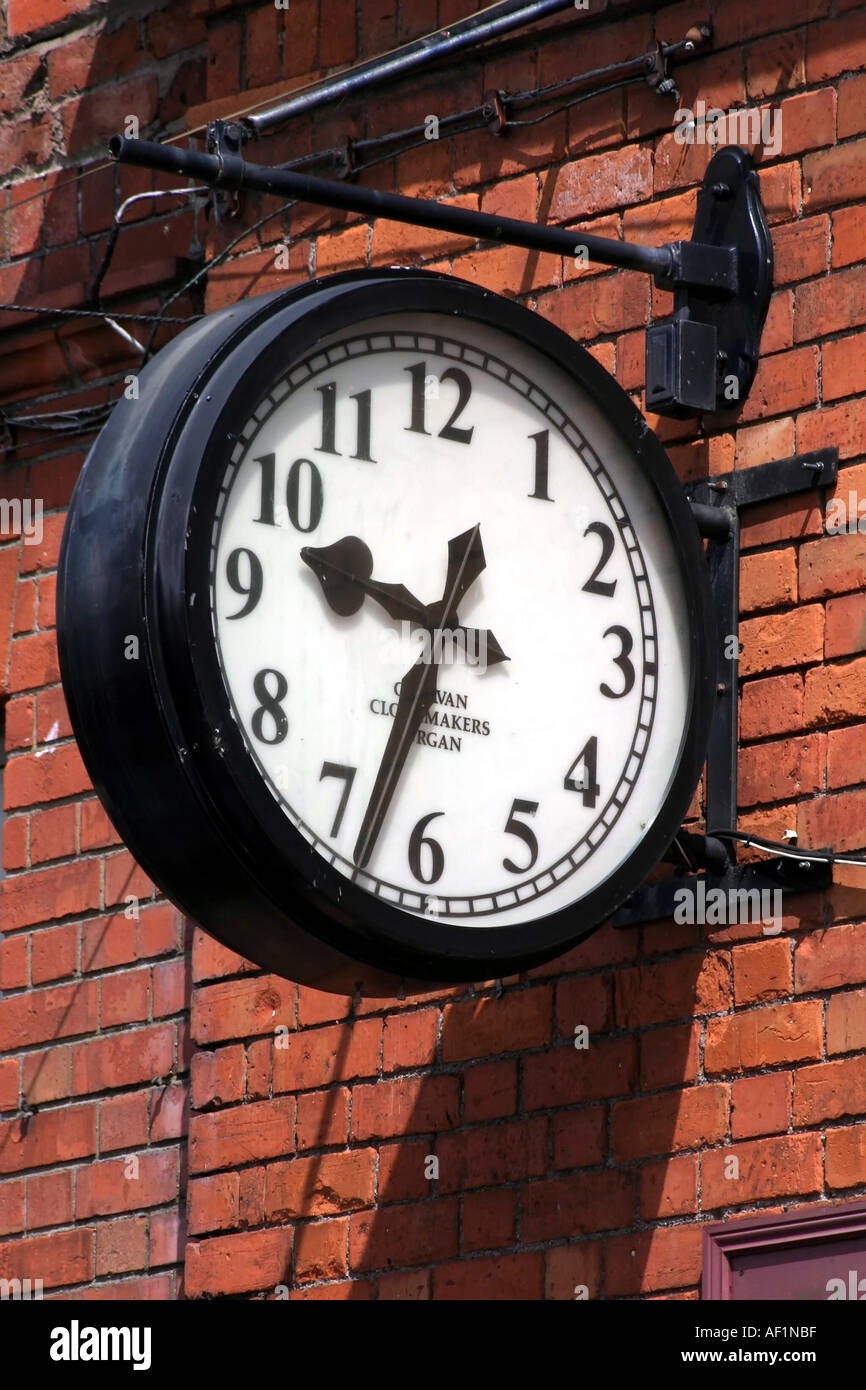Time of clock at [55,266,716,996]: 9:33
